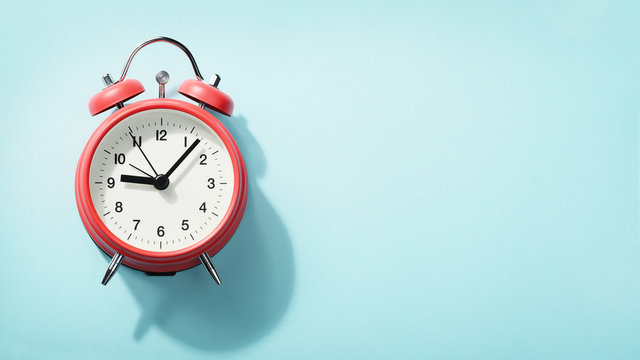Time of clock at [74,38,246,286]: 9:07
